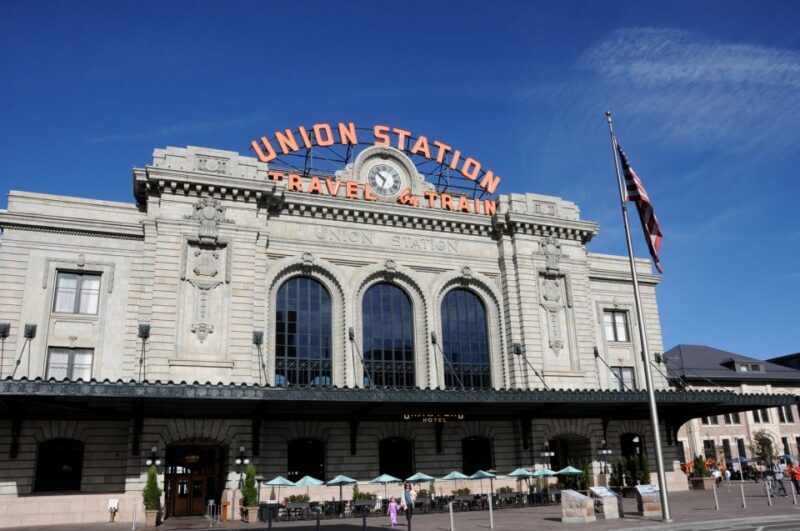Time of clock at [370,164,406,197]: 10:33
